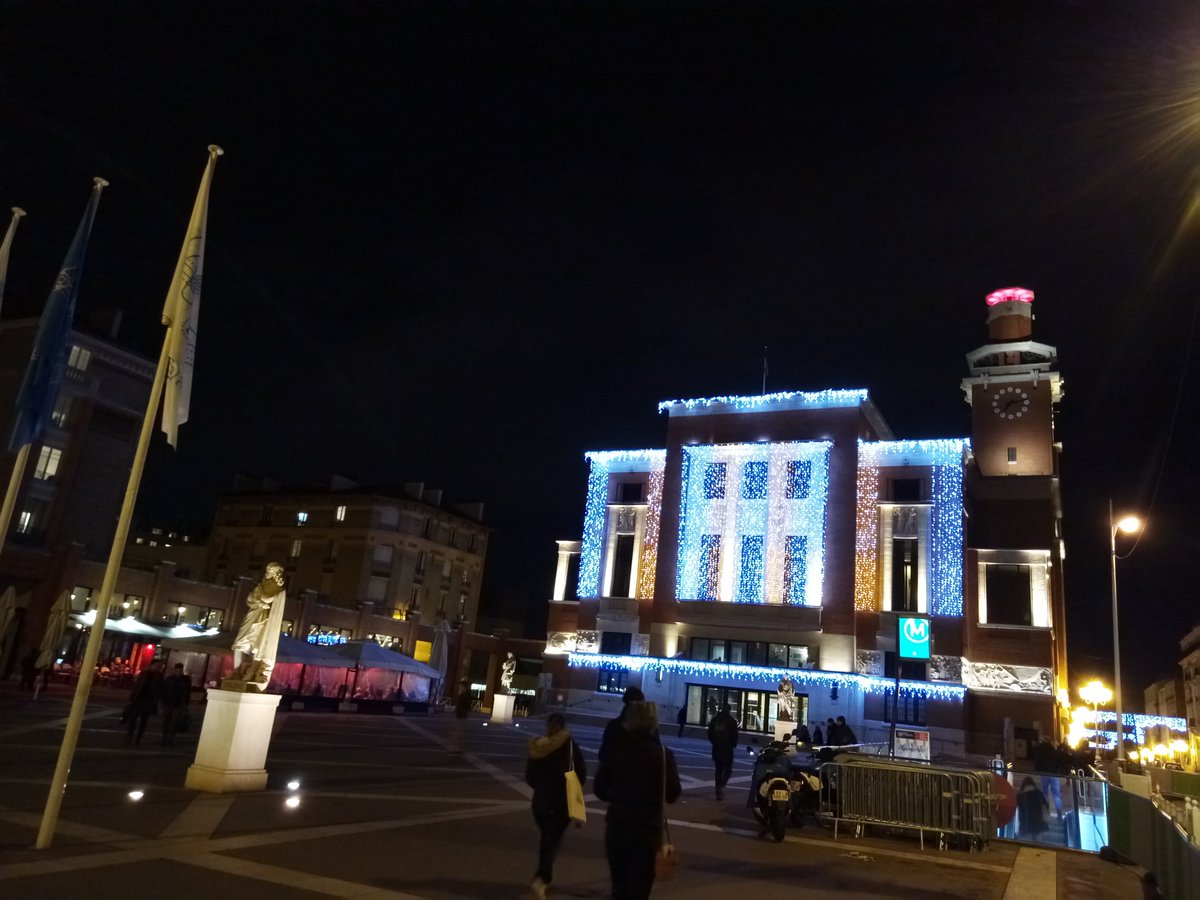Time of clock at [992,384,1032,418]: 7:13
